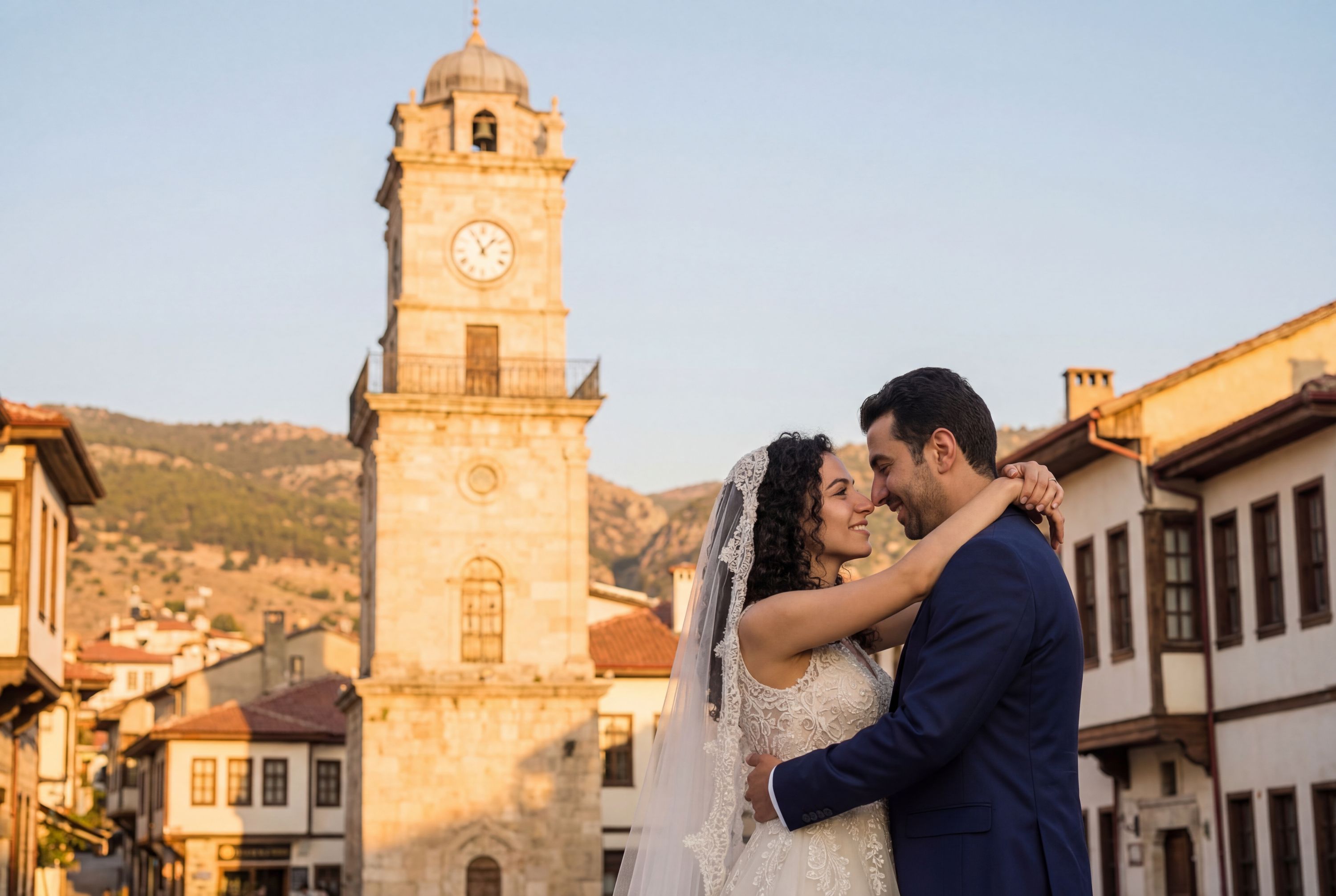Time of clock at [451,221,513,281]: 11:07
